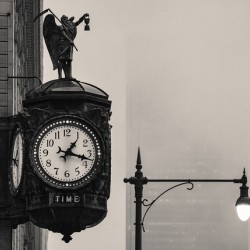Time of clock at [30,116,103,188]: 1:17
